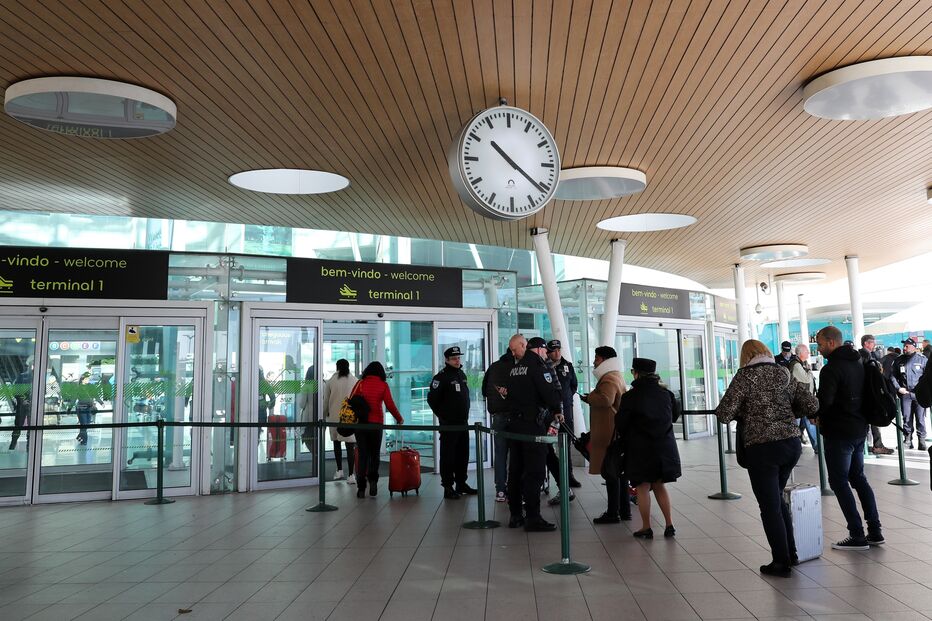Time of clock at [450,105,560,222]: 10:21
